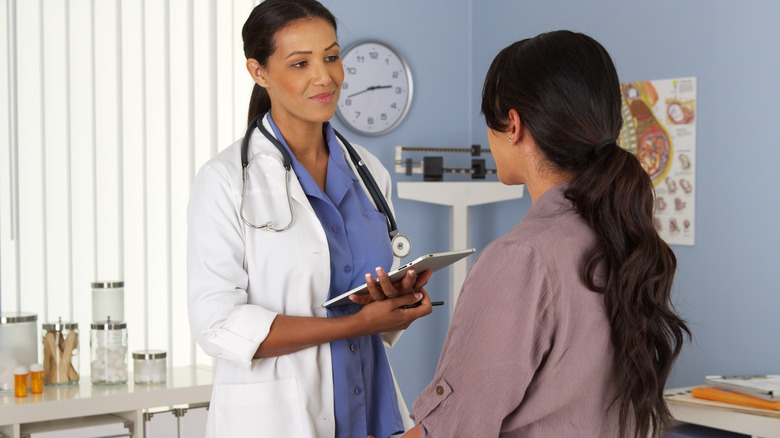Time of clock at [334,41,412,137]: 2:41
